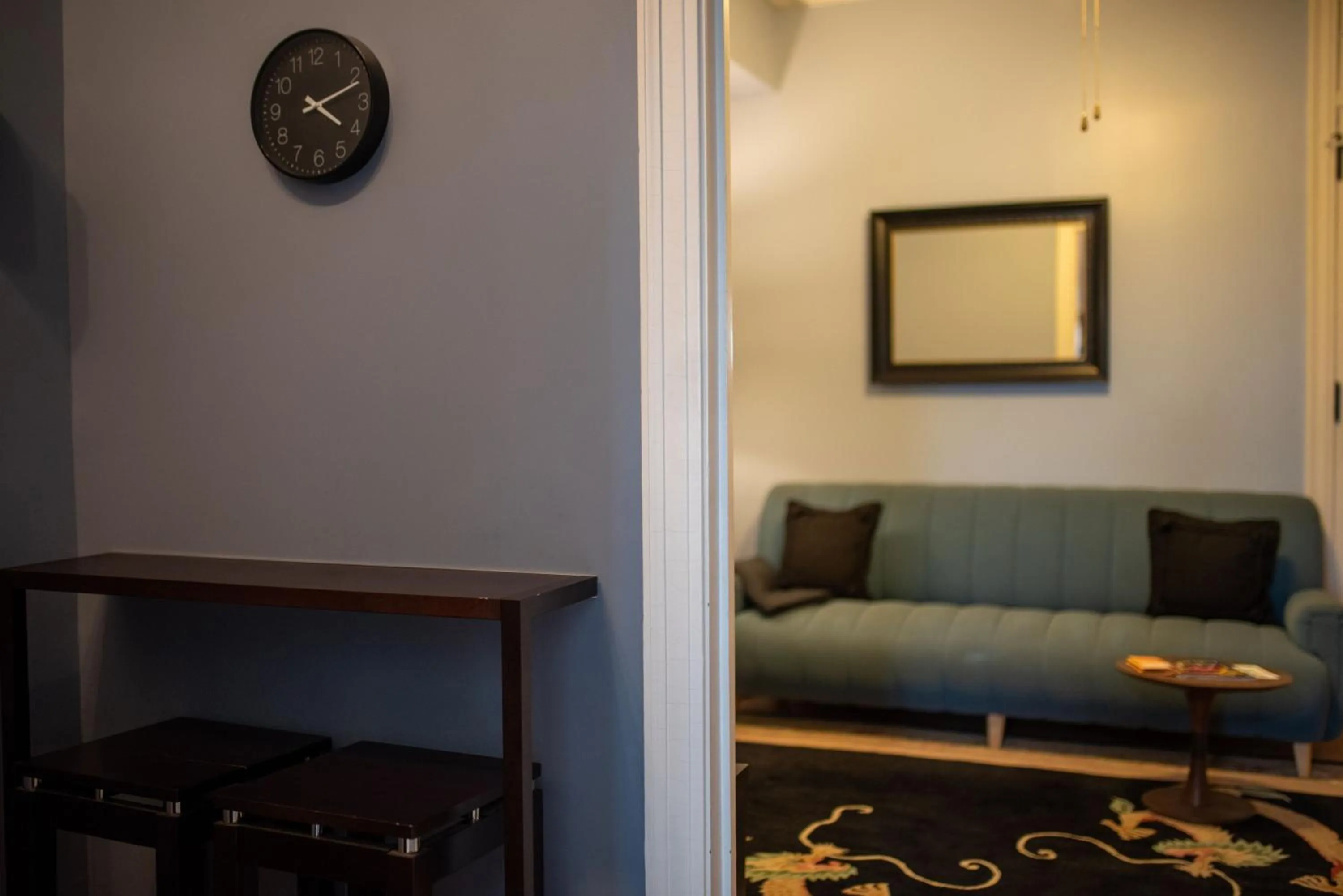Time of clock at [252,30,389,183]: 4:11
